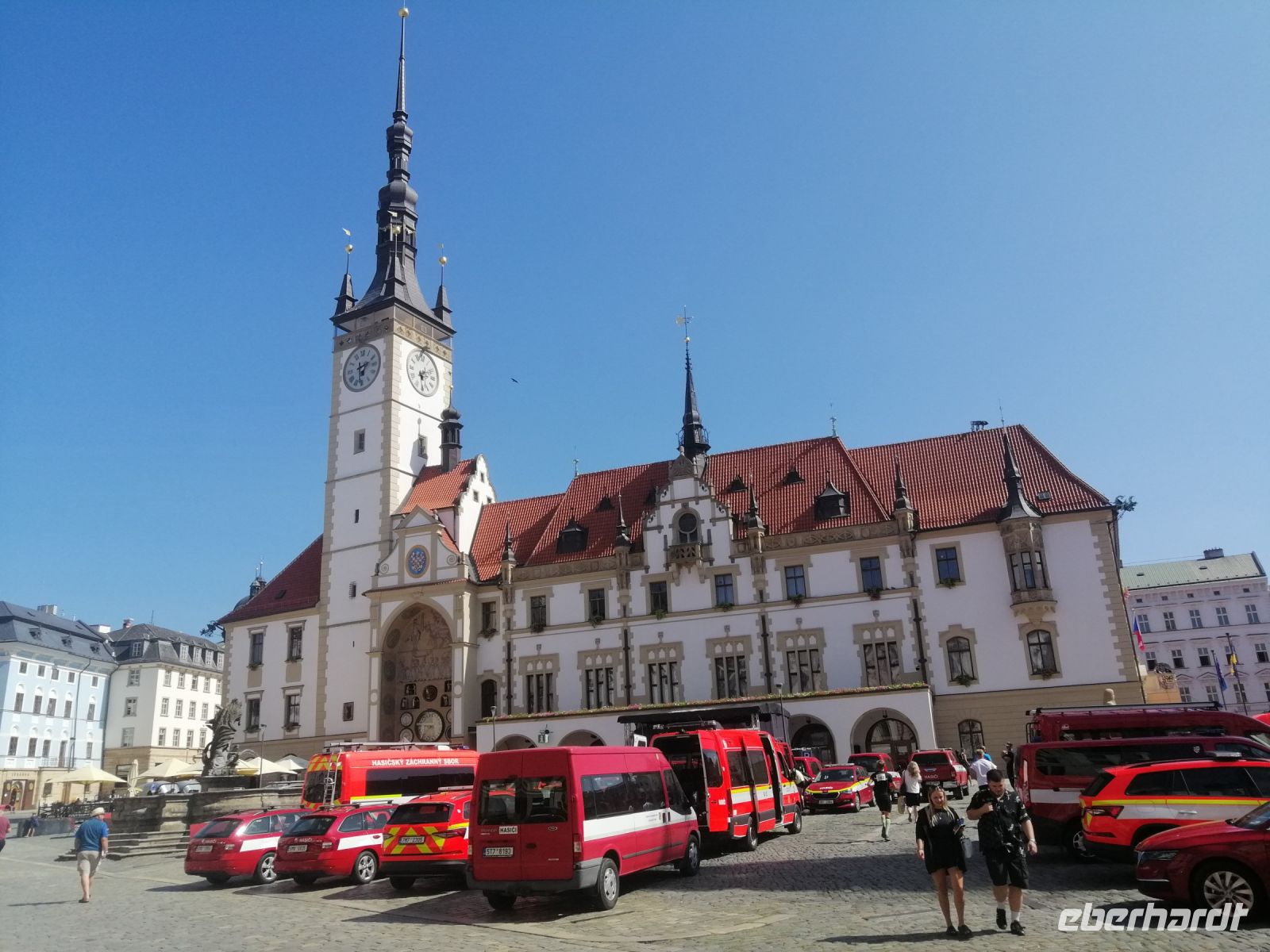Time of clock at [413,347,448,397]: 6:10
